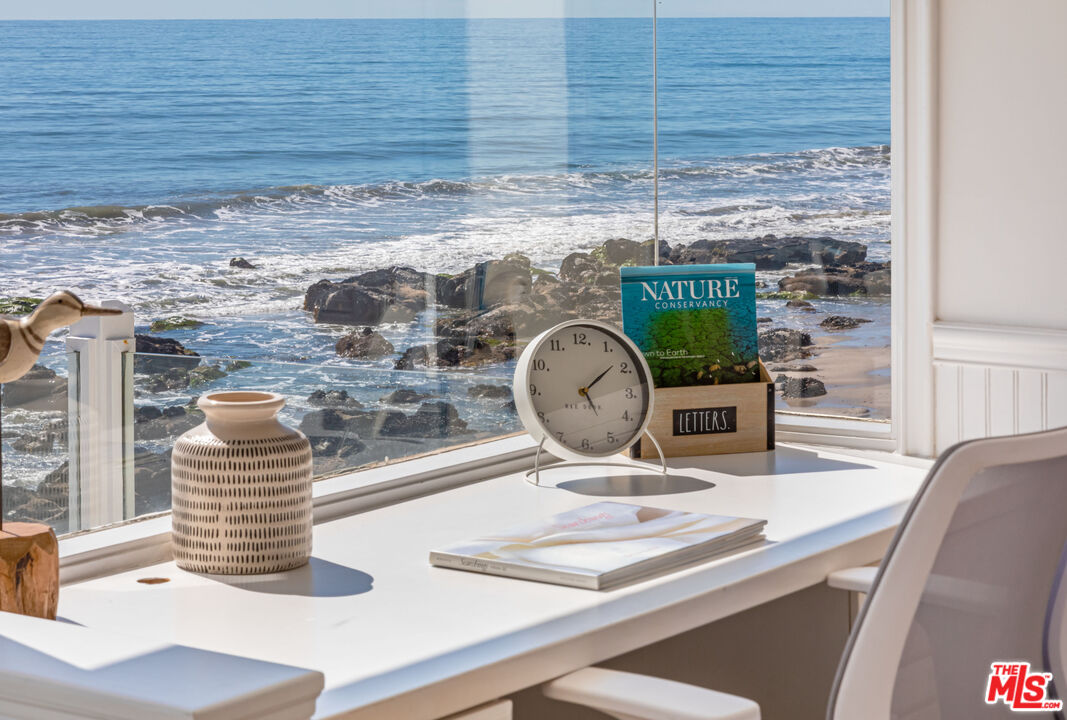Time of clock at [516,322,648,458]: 5:08
